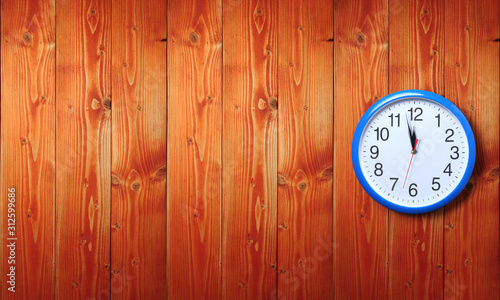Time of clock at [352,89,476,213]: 11:57
